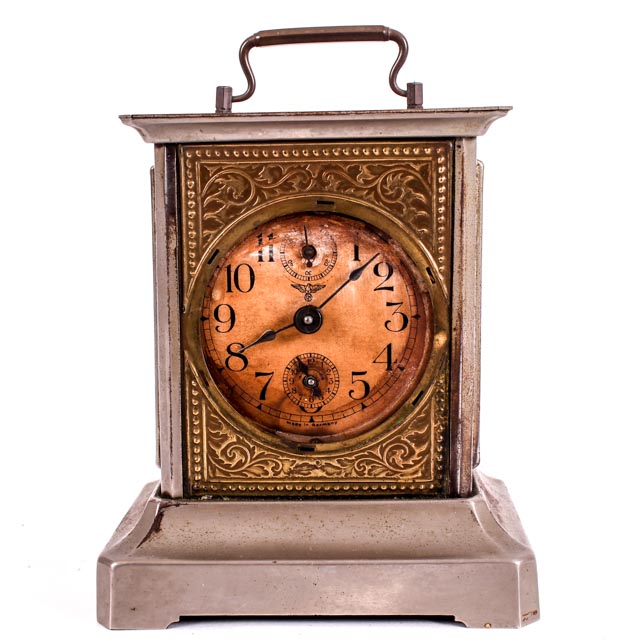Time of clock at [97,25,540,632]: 8:07
